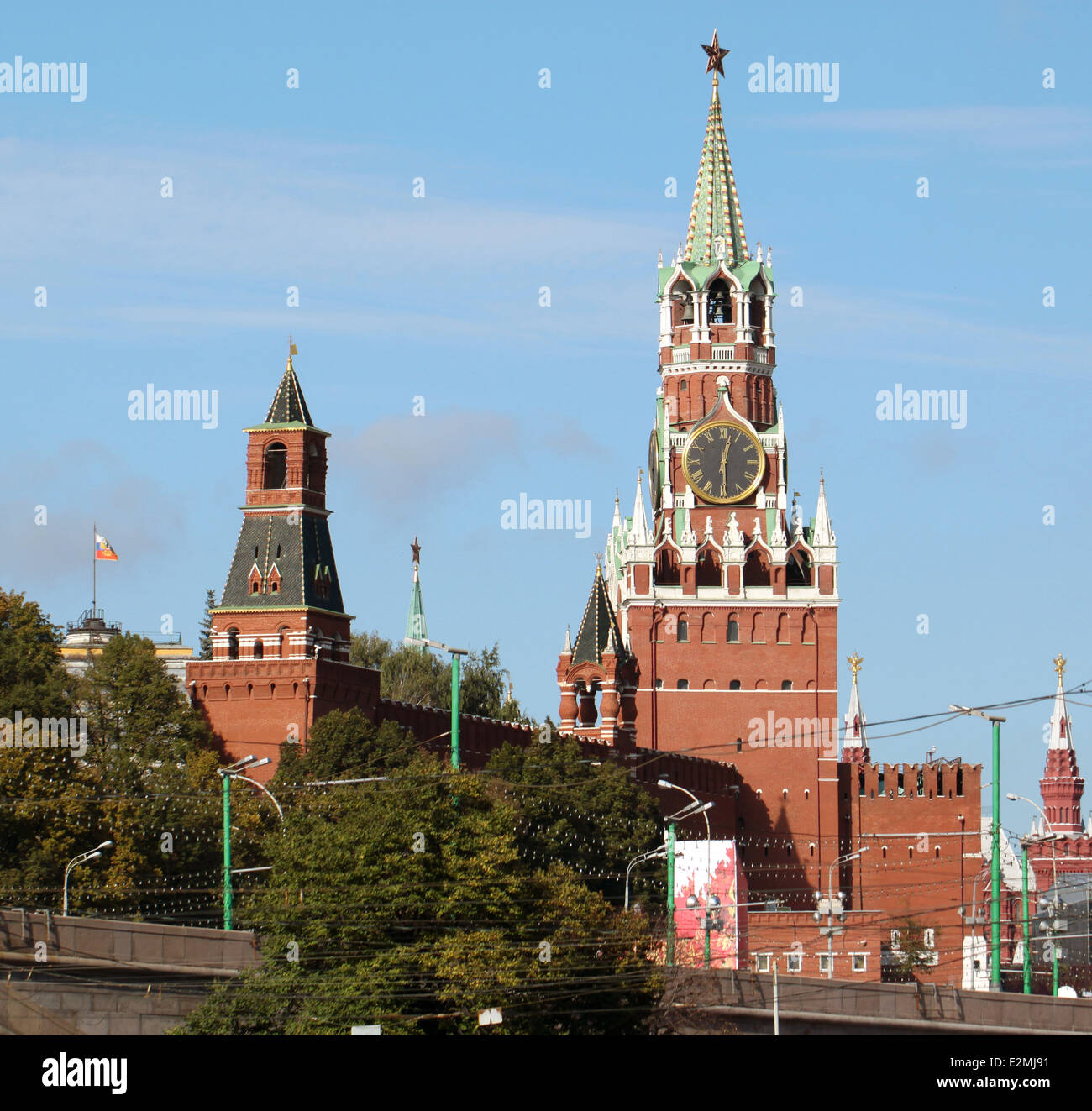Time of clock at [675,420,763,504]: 12:29
